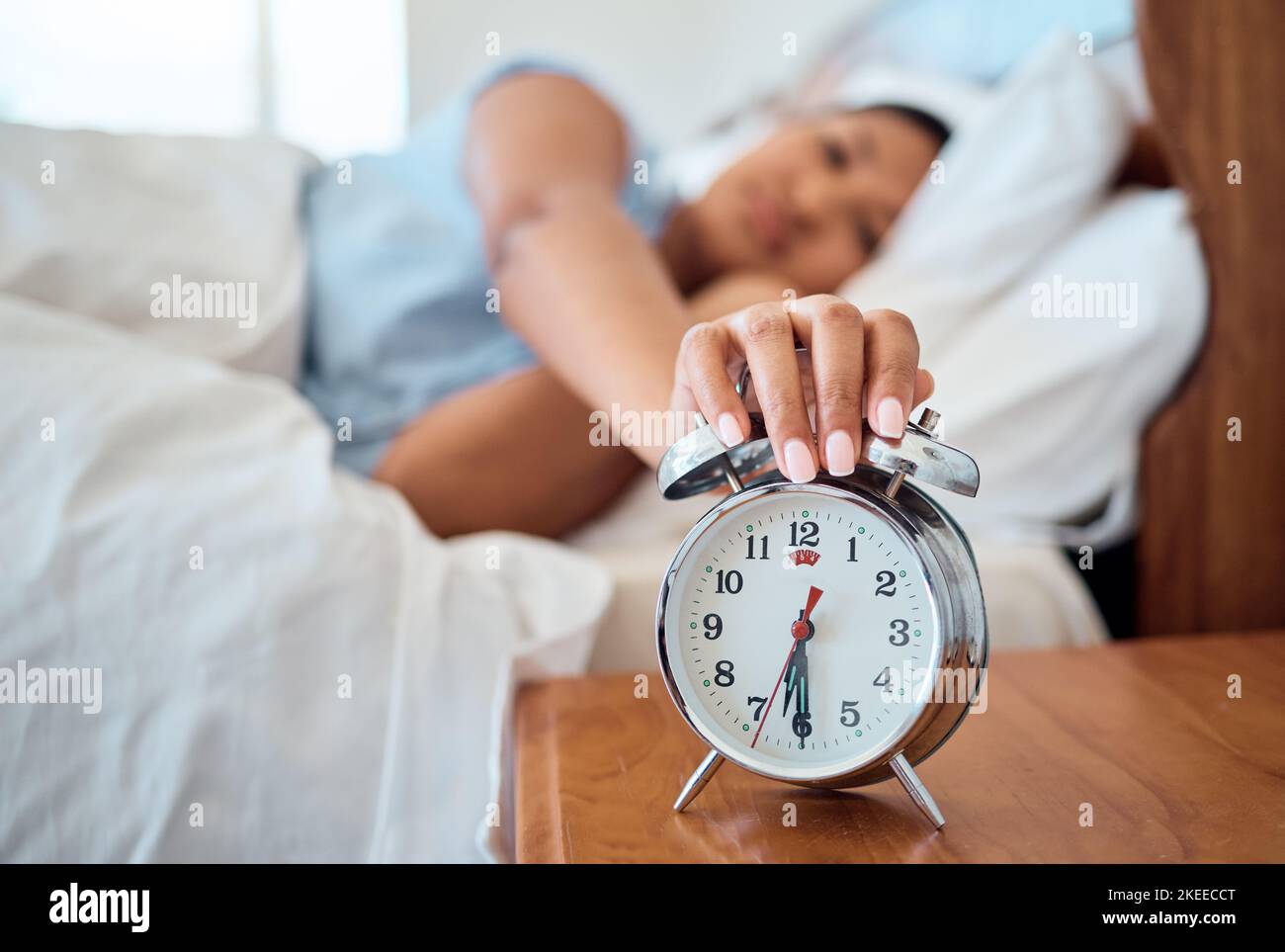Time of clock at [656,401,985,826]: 6:29
